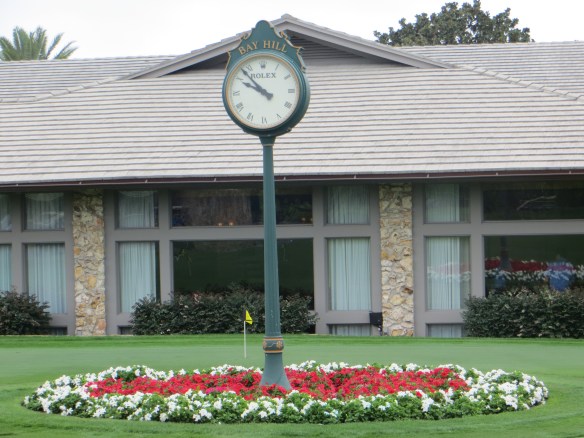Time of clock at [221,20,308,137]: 9:53
